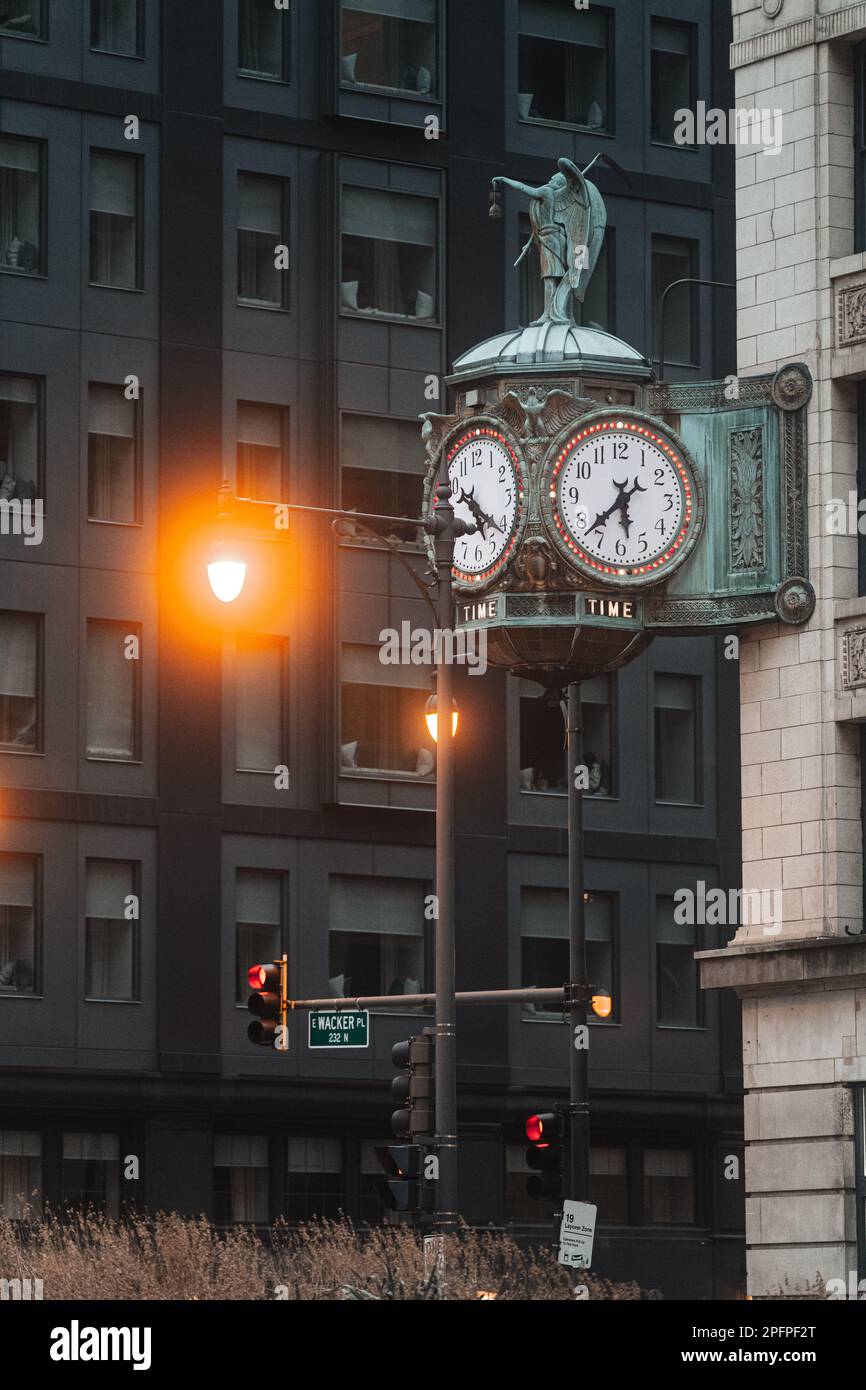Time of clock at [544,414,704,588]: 5:37
